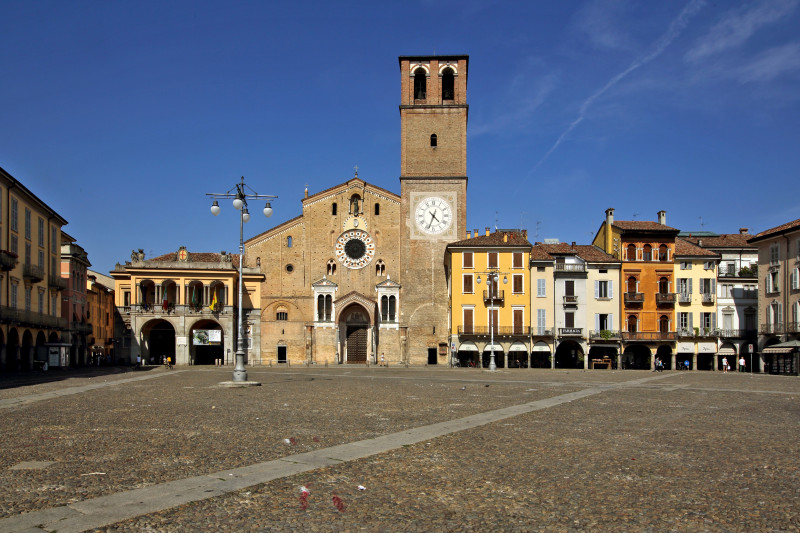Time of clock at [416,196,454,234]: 4:33
